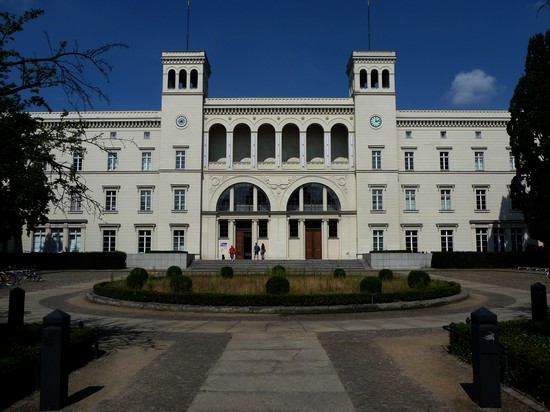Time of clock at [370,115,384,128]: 12:12
